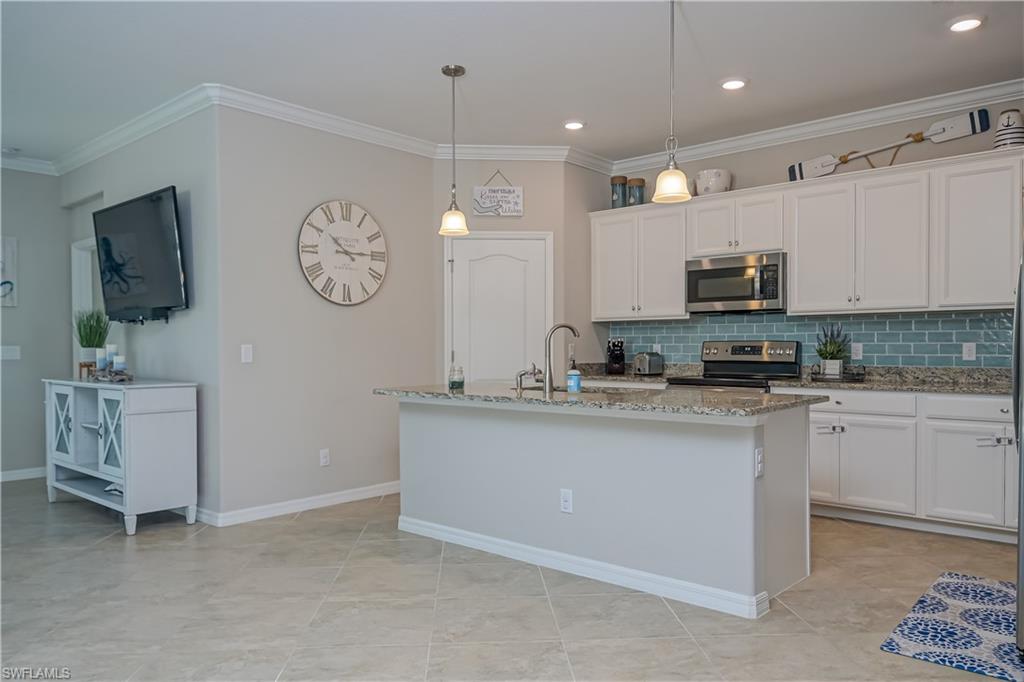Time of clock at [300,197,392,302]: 10:14
